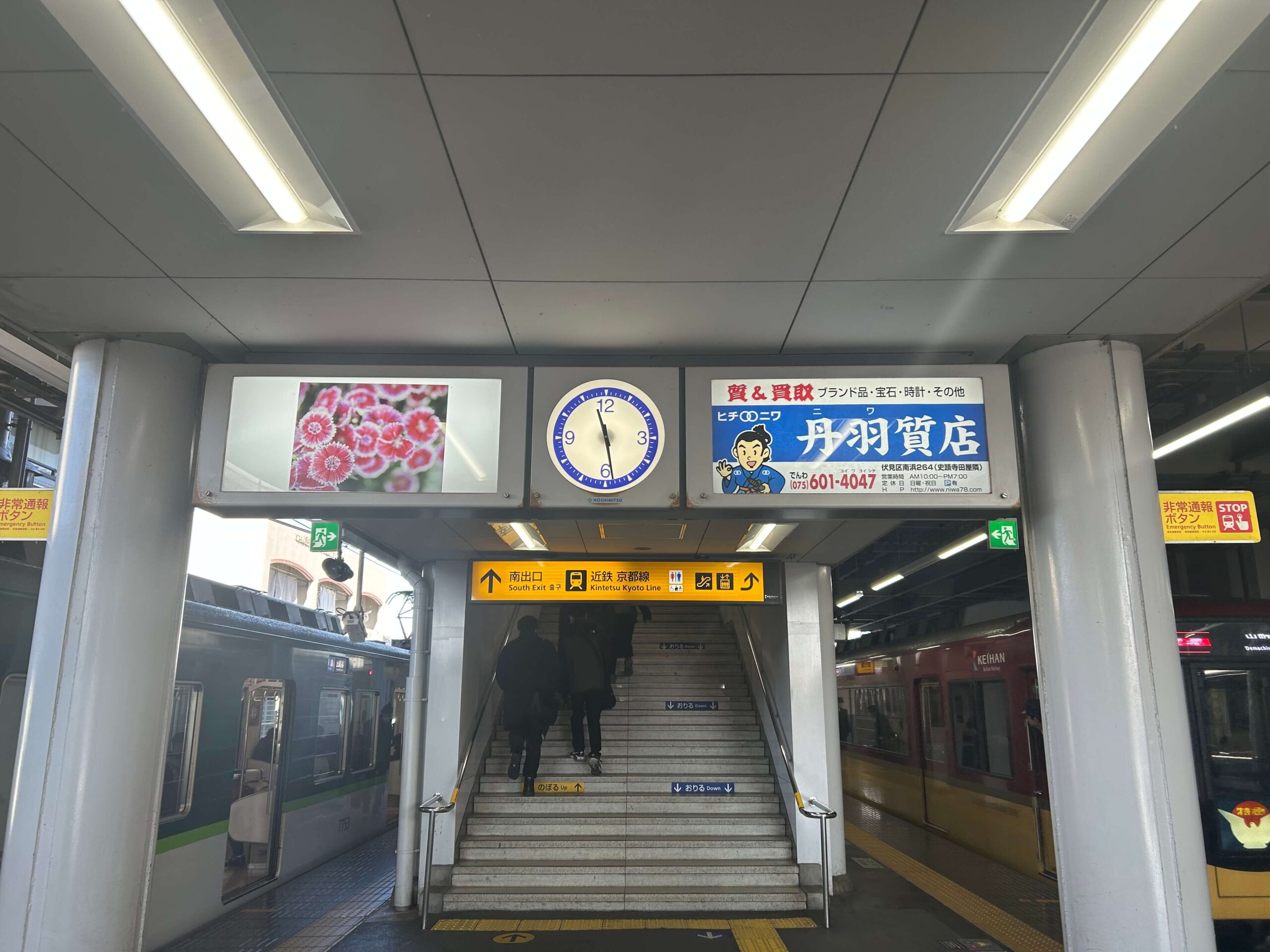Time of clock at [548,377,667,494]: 11:28
